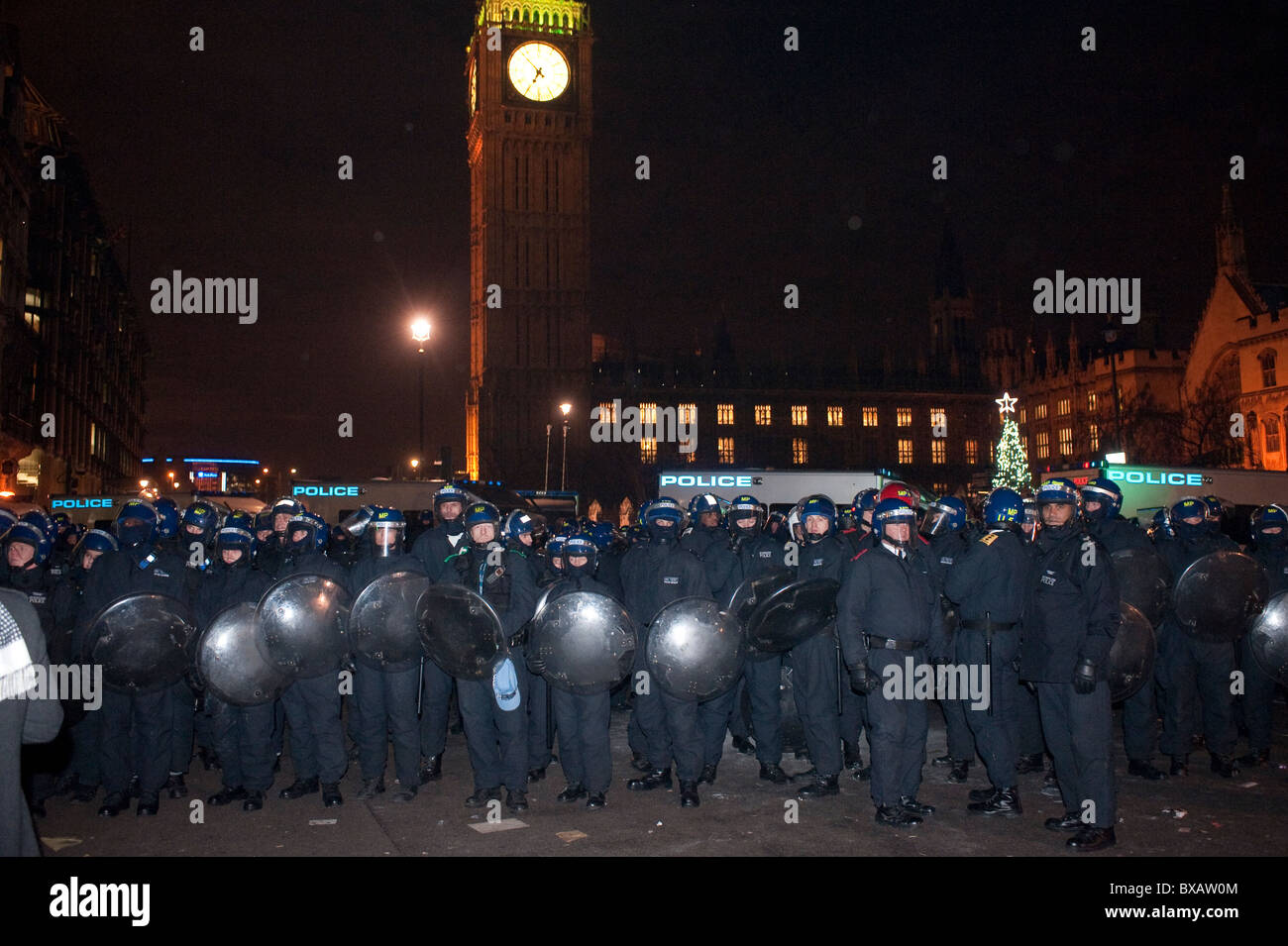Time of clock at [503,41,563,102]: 6:52
